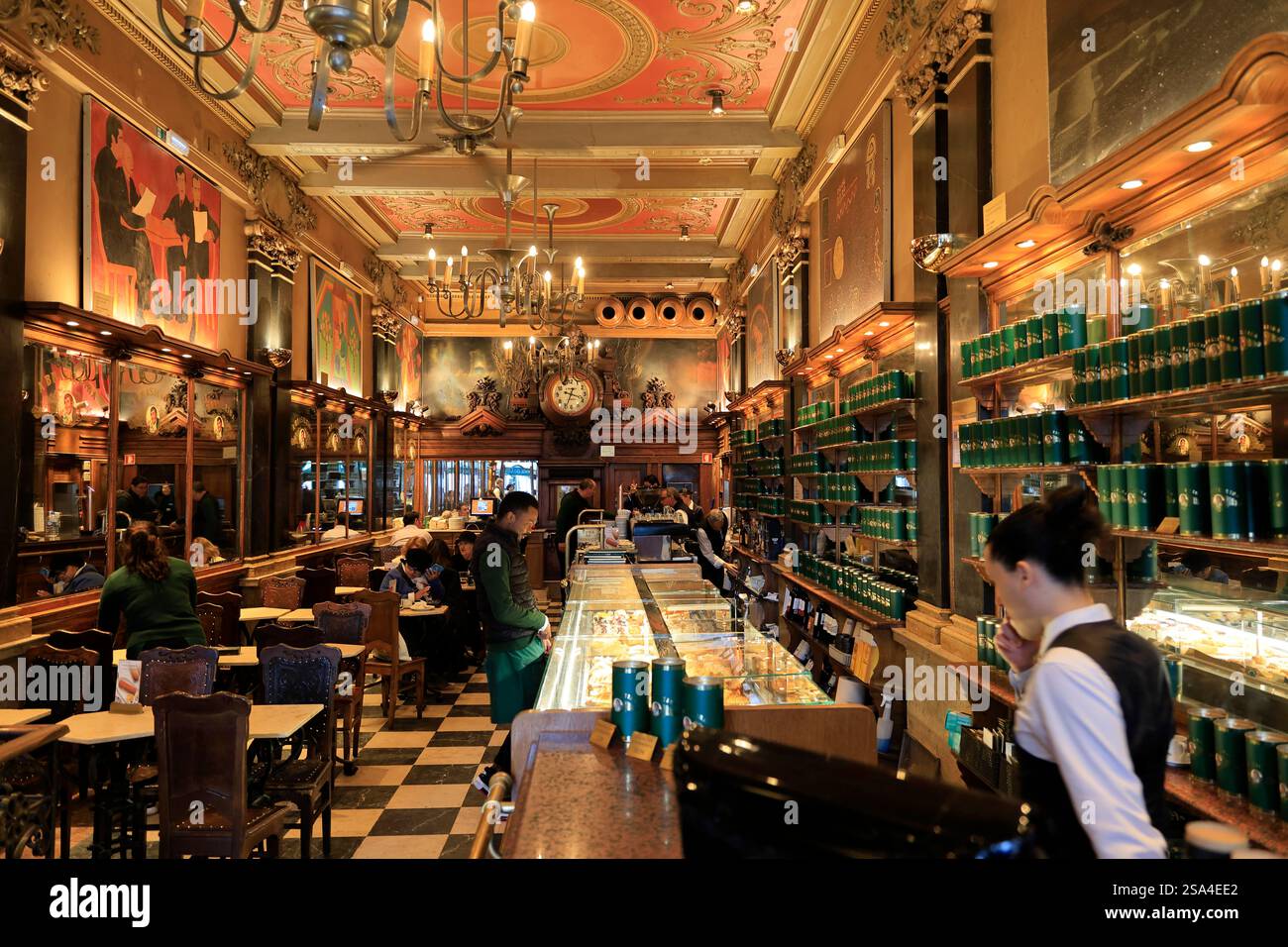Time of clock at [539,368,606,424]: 3:34
